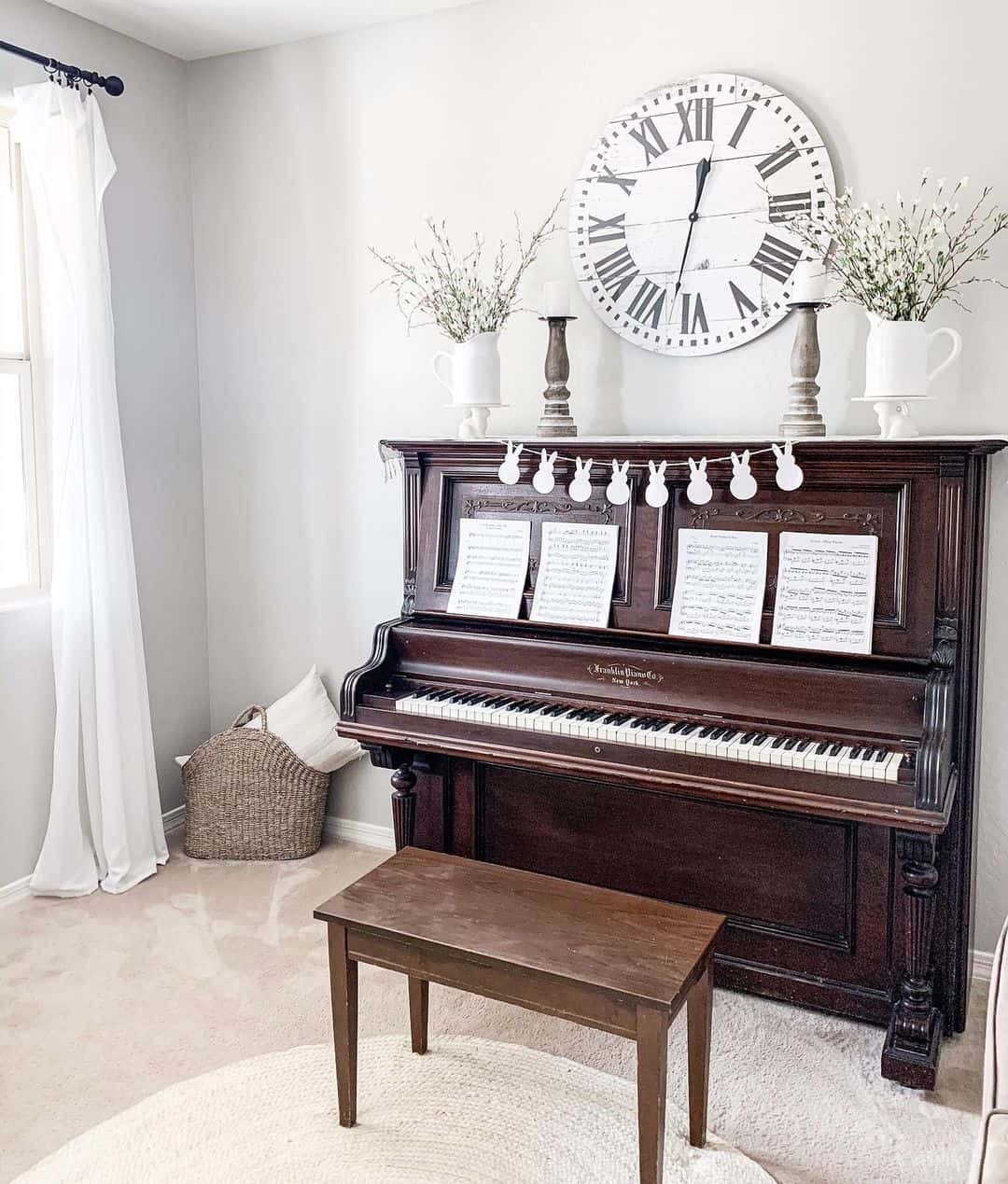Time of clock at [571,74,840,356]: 12:32
